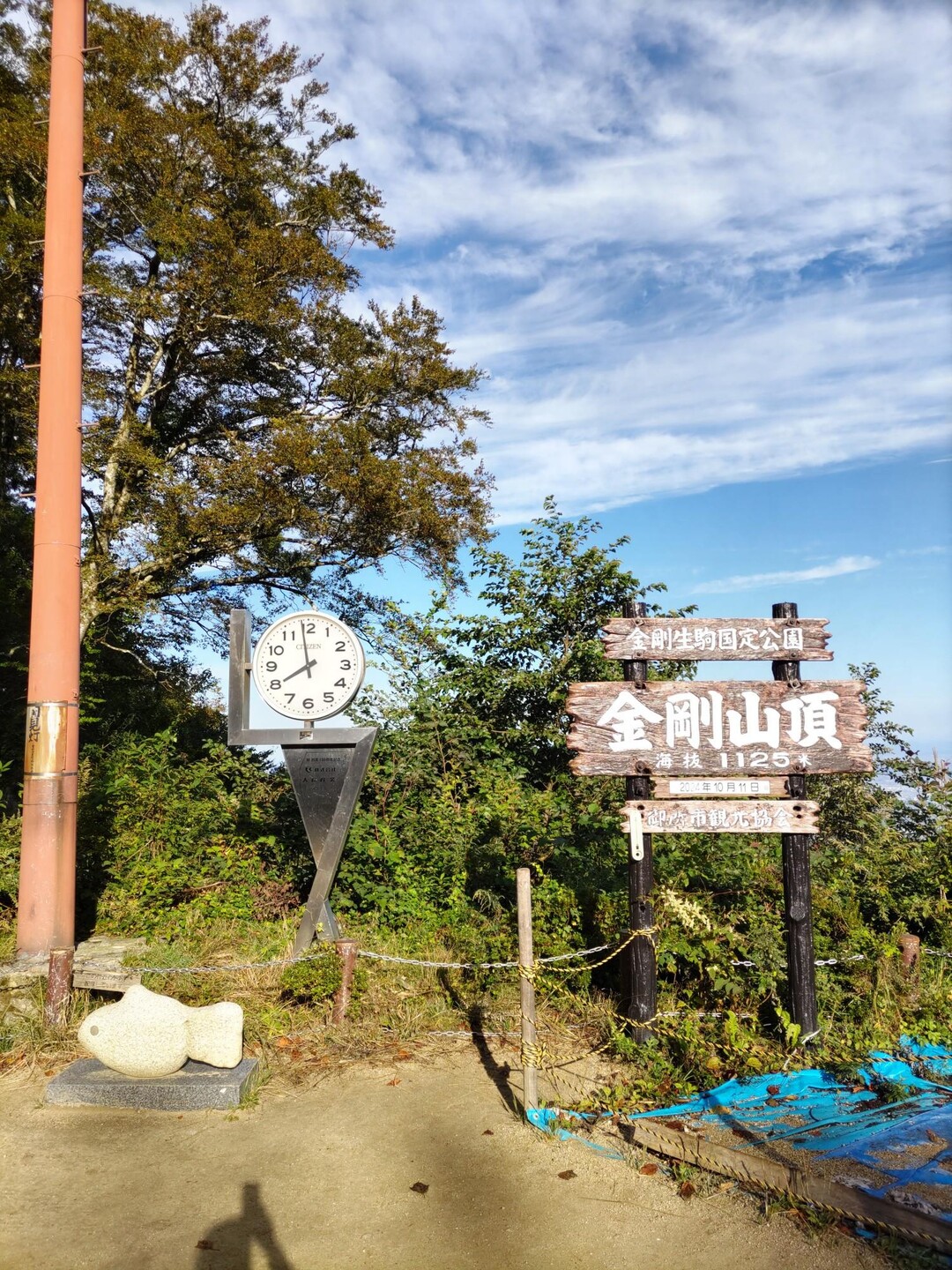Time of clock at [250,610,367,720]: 7:58
